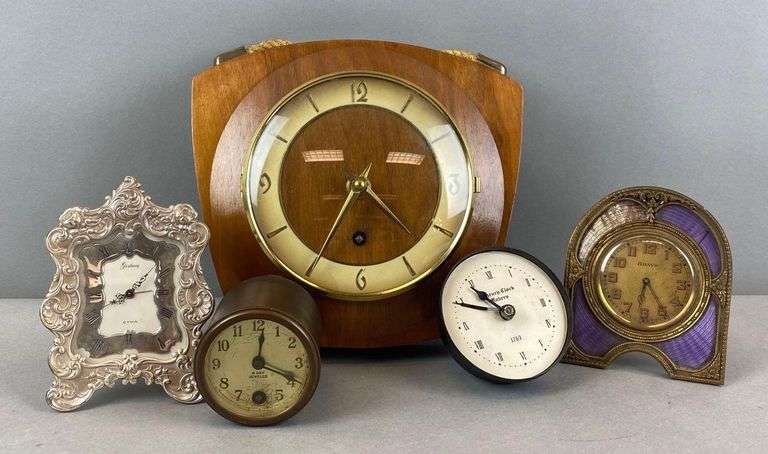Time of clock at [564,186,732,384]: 6:24
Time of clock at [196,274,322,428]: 12:19
